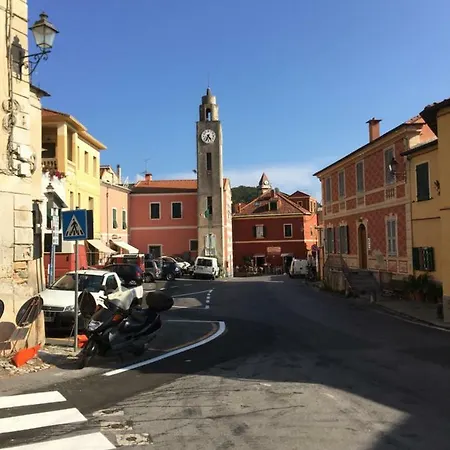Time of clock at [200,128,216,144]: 4:35
